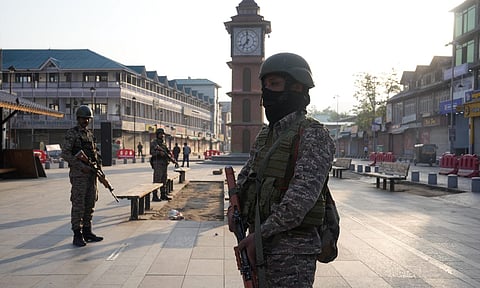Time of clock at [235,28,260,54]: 6:59
